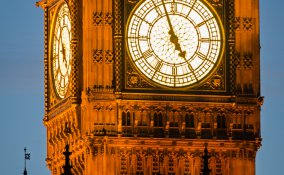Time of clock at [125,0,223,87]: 4:57
